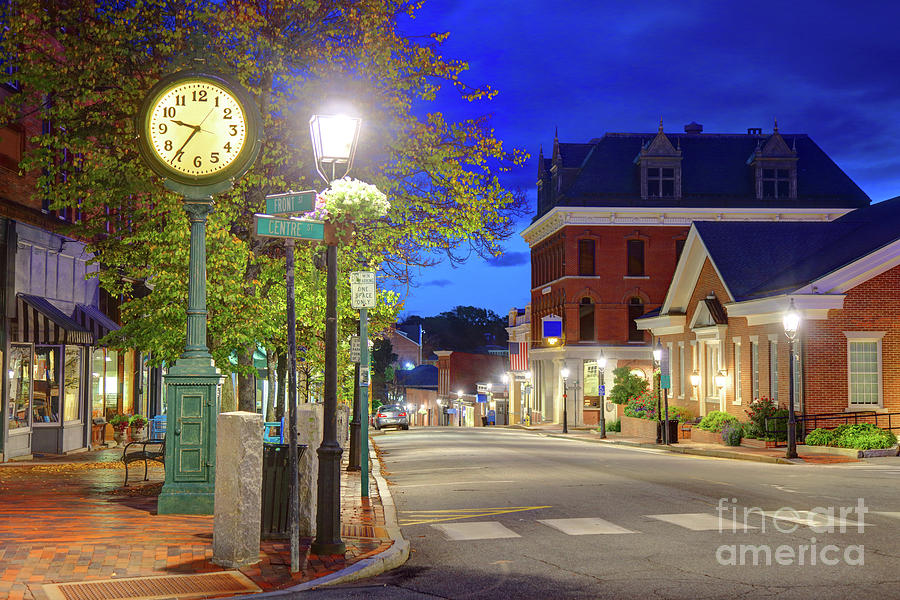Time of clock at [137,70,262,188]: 9:36
